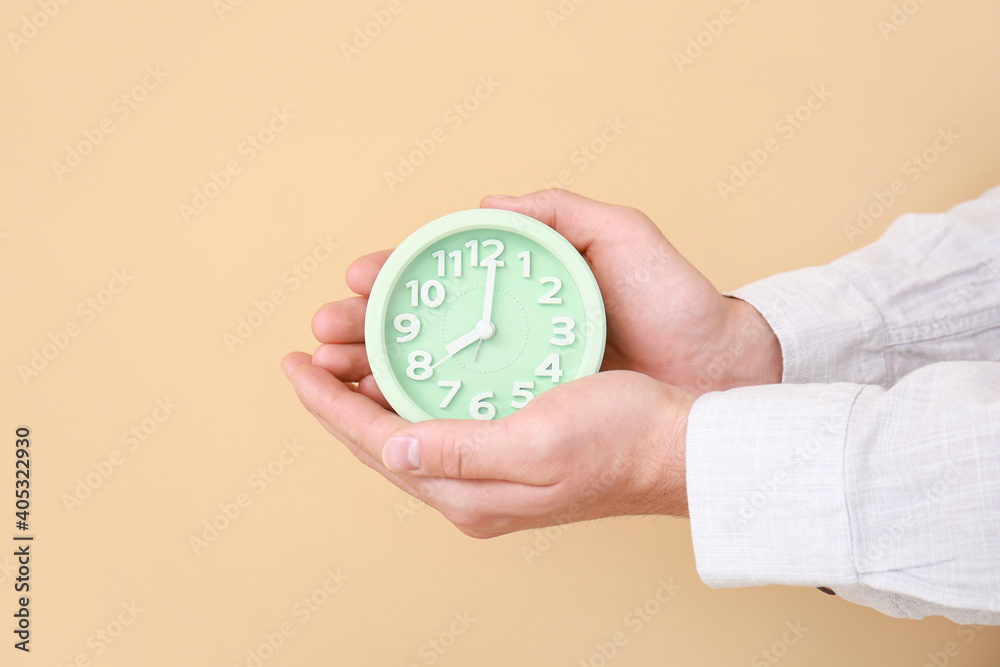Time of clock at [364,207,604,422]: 8:01
